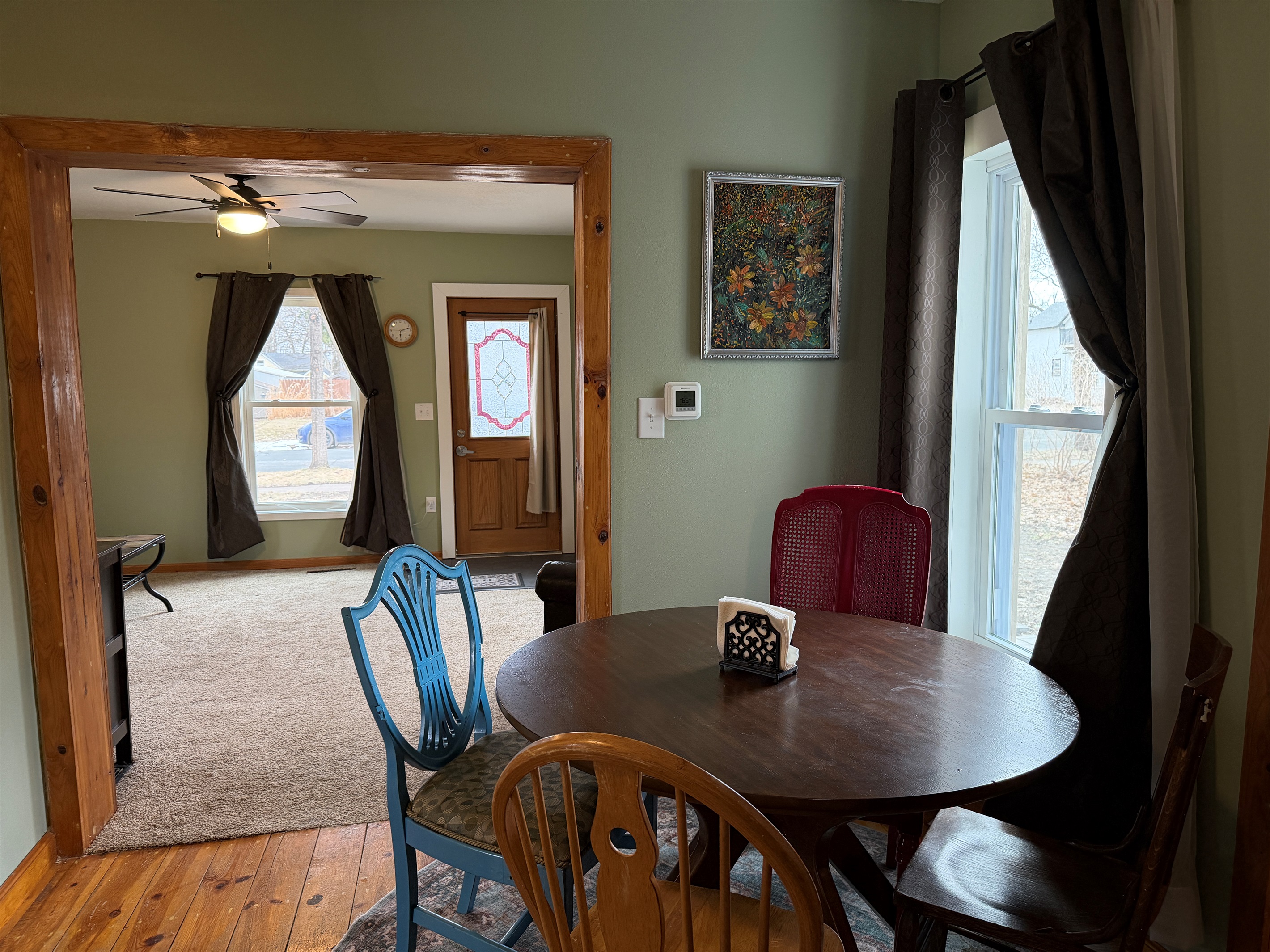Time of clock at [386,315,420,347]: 6:12
